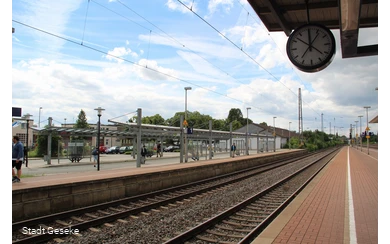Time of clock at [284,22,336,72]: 12:06
